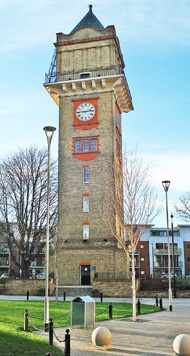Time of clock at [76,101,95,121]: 2:45
